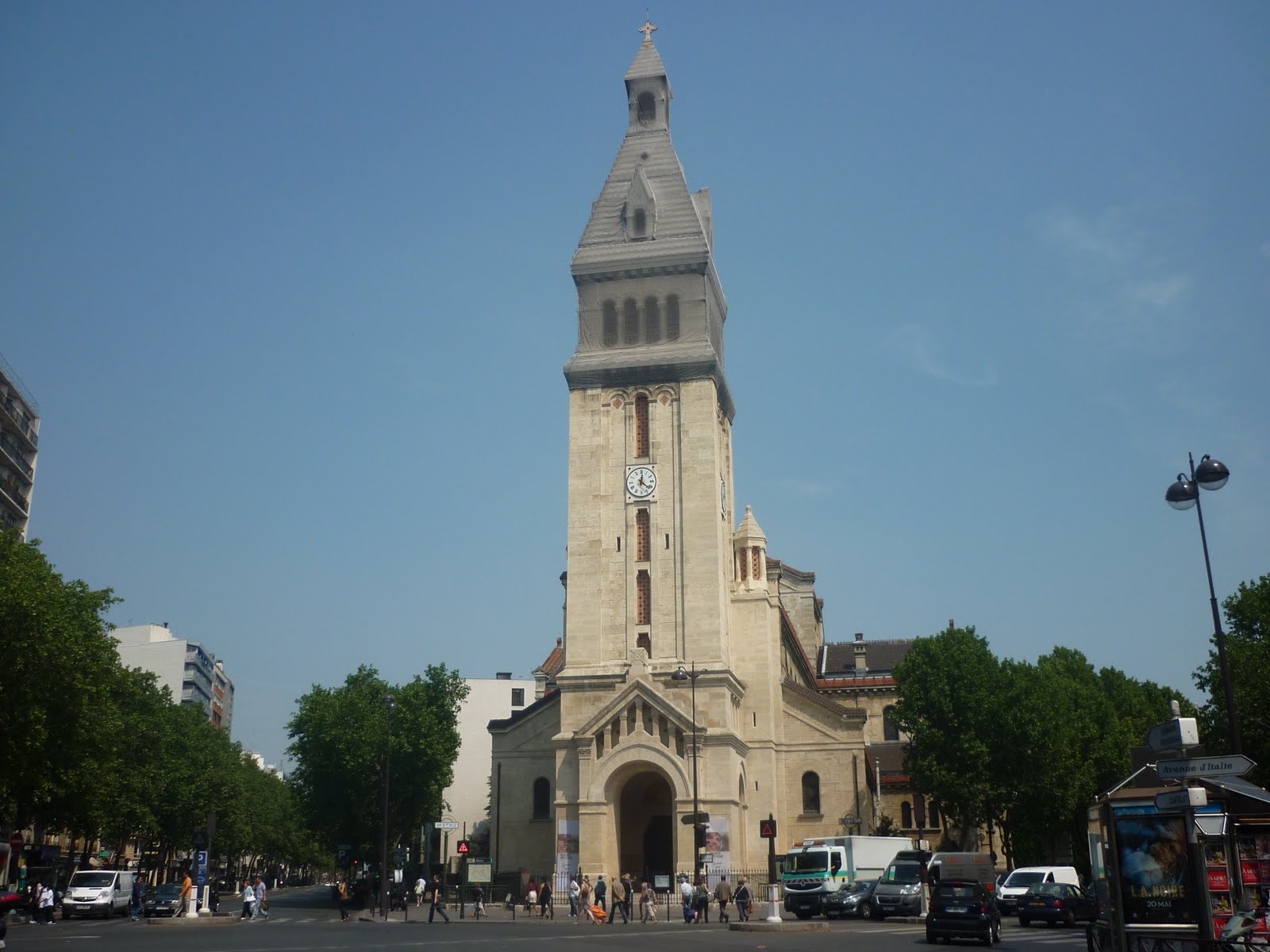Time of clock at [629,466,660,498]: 12:21
